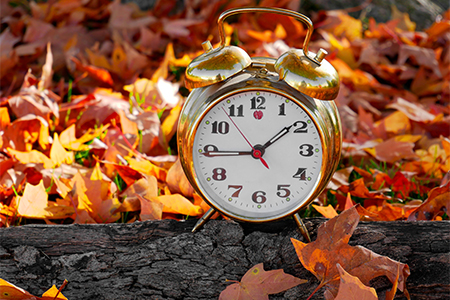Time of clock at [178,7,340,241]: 1:44
